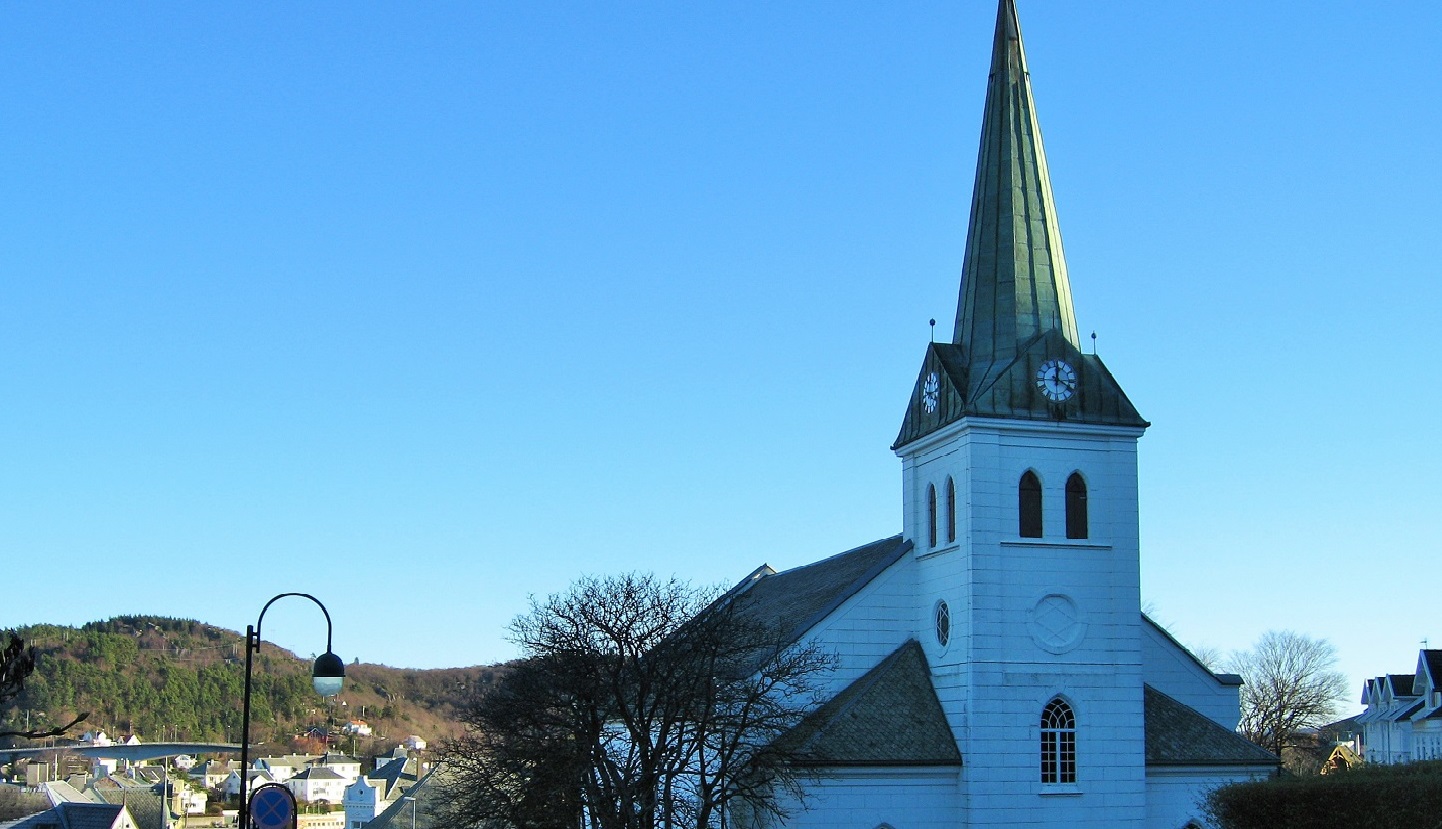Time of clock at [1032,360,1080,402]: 12:19
